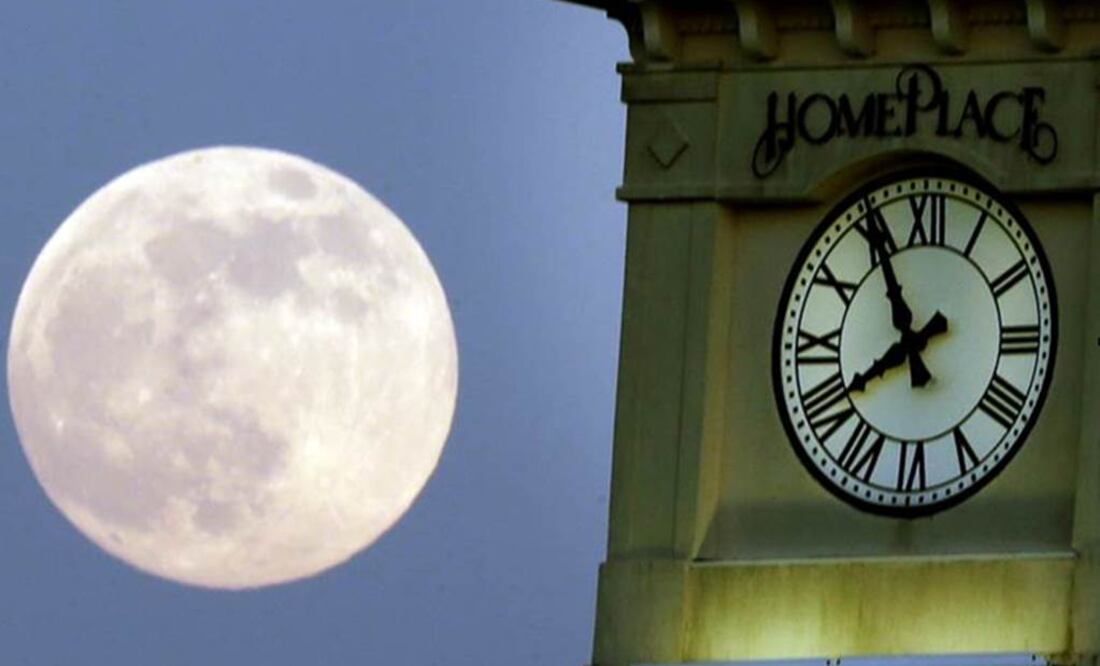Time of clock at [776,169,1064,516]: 7:54
